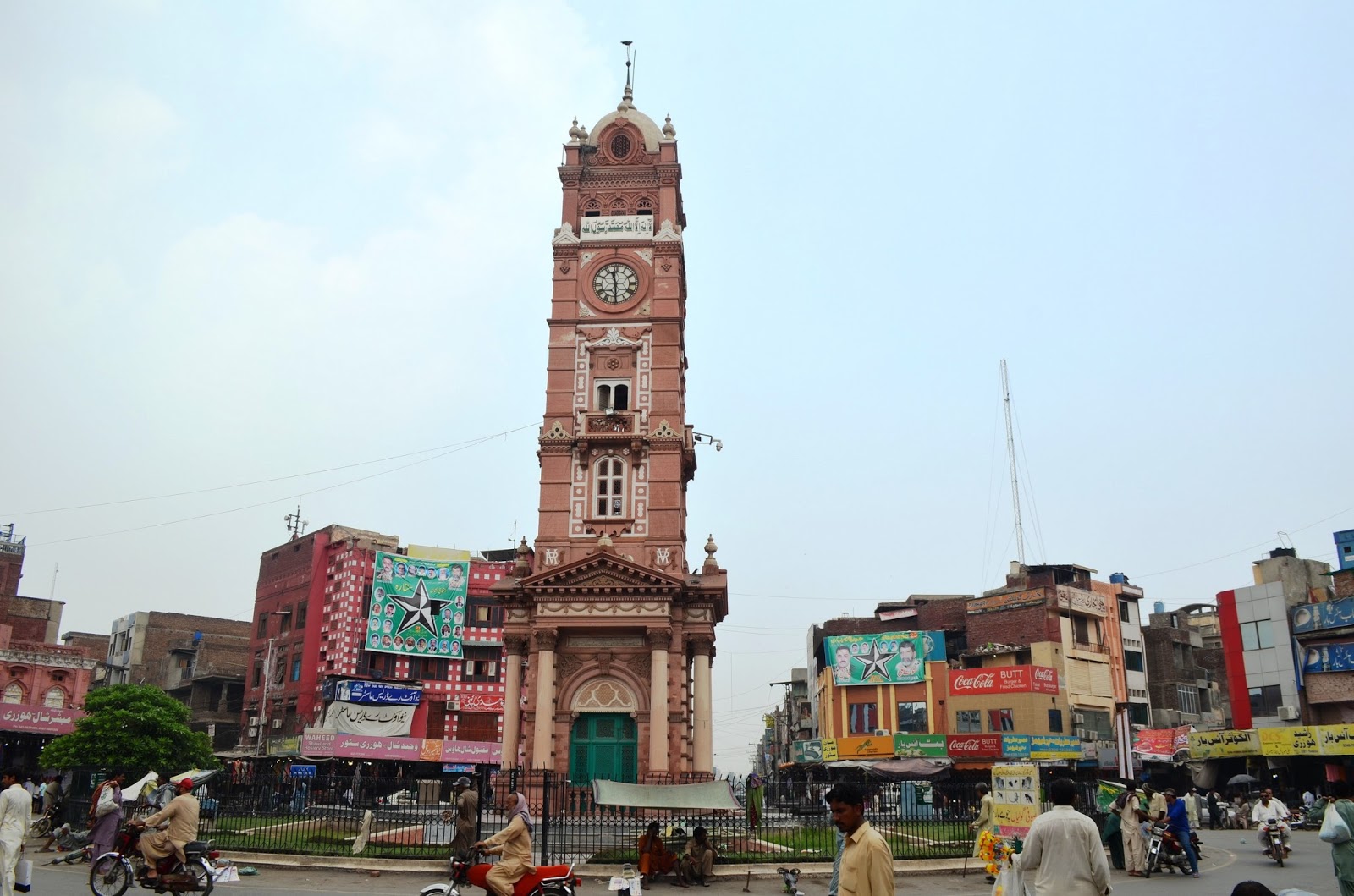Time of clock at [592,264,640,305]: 11:29
